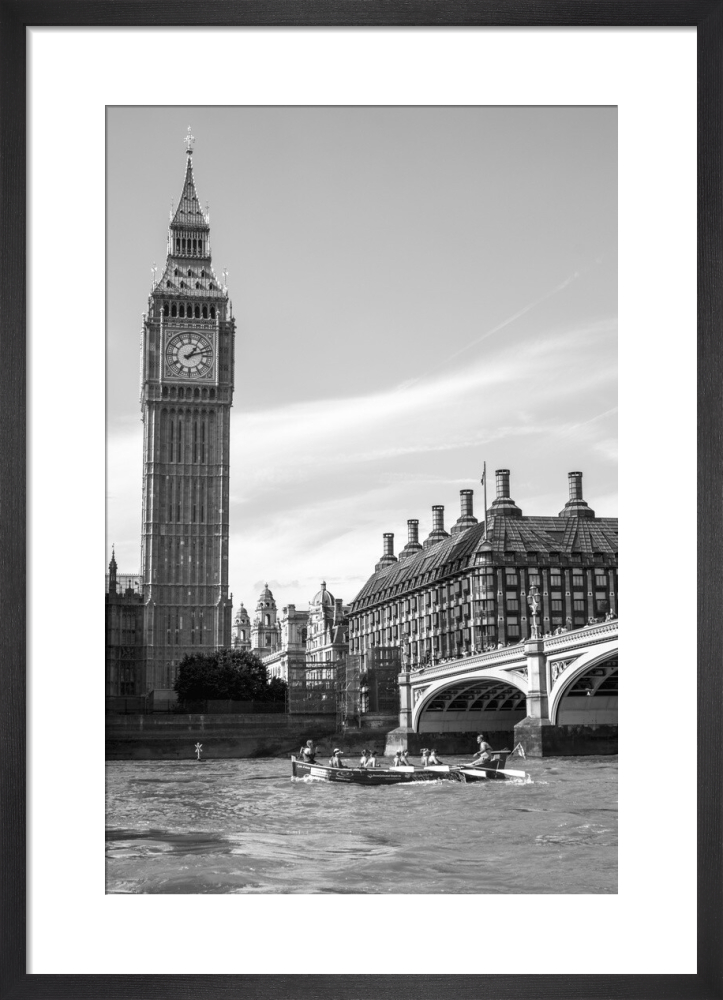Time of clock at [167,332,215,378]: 1:12
